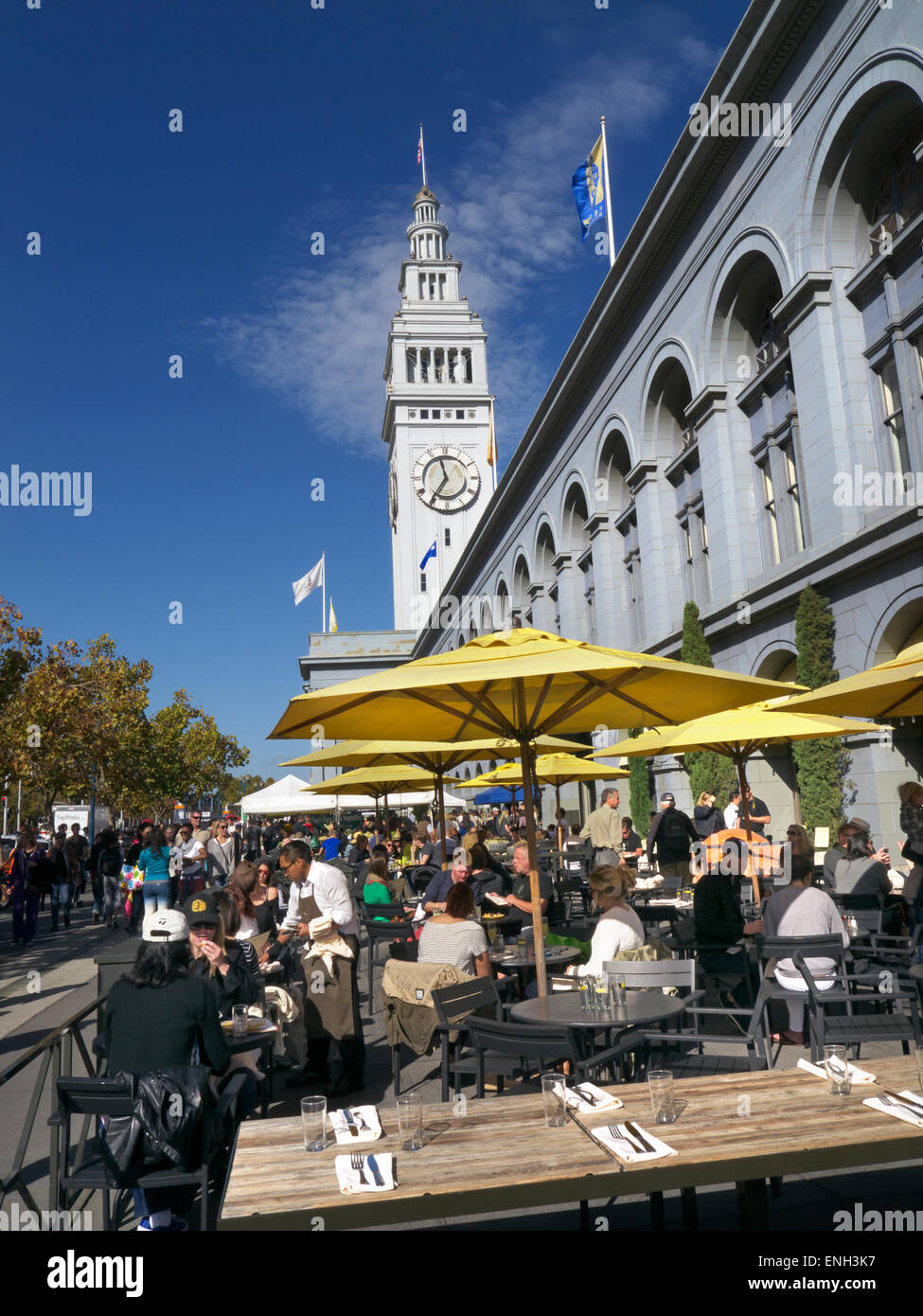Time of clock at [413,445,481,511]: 11:35
